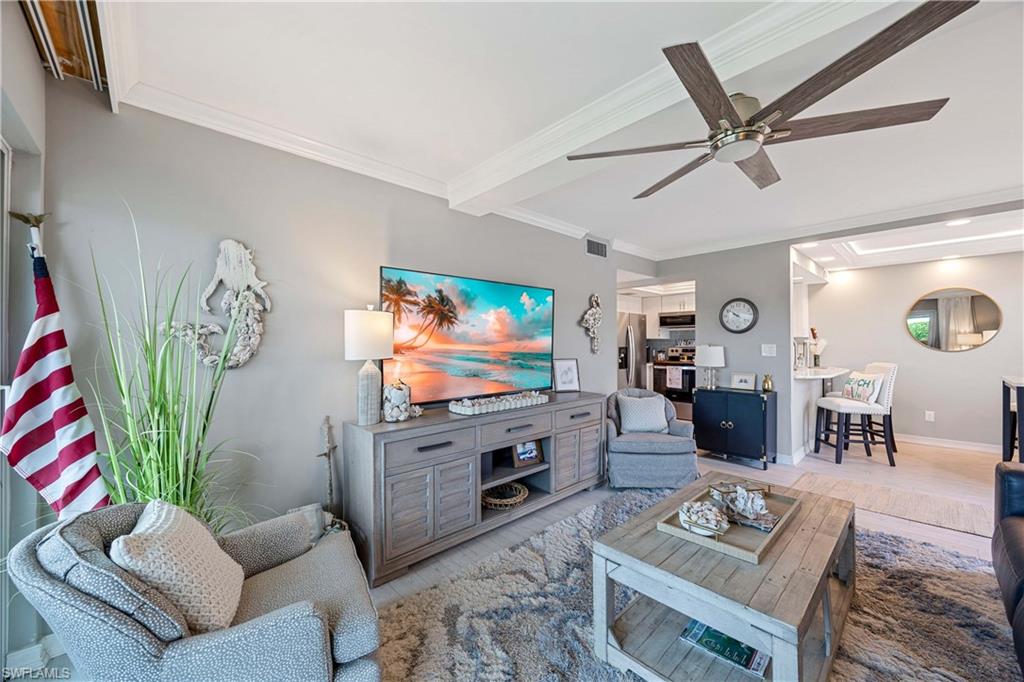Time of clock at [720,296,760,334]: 9:50
